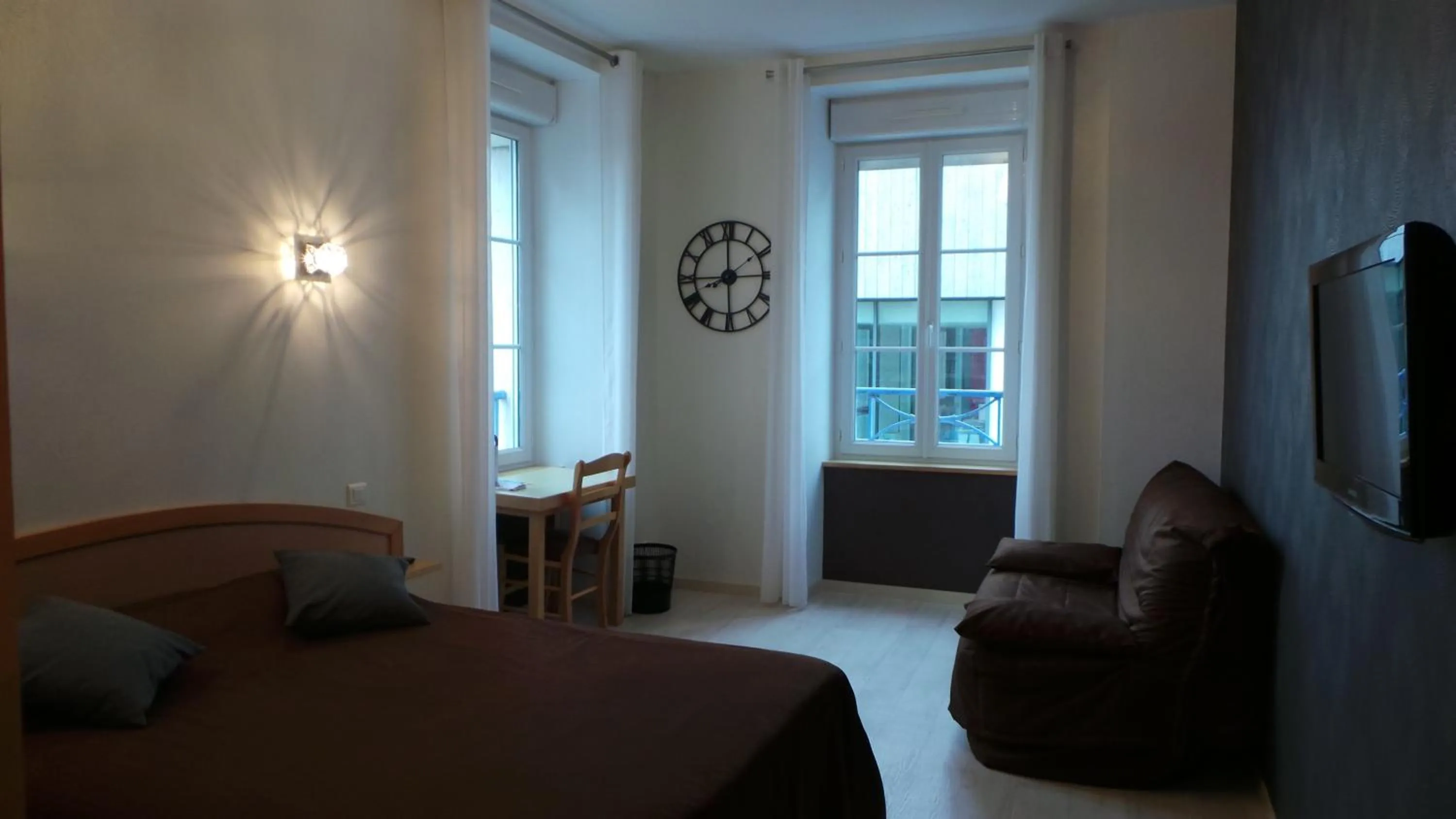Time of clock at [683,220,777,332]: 7:59
